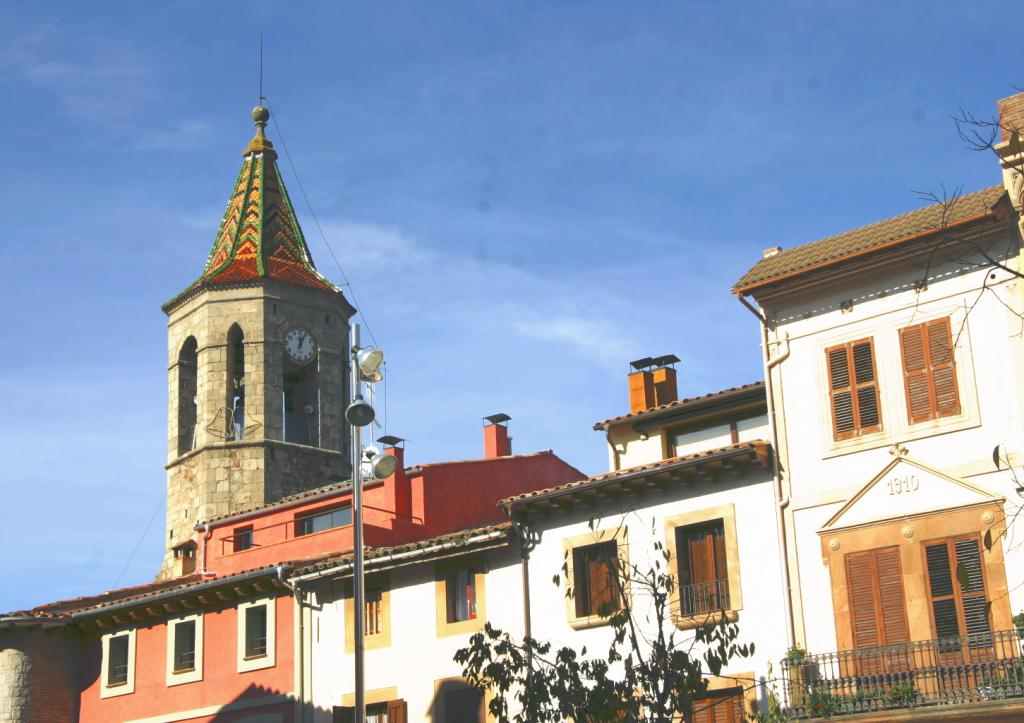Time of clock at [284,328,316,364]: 12:04
